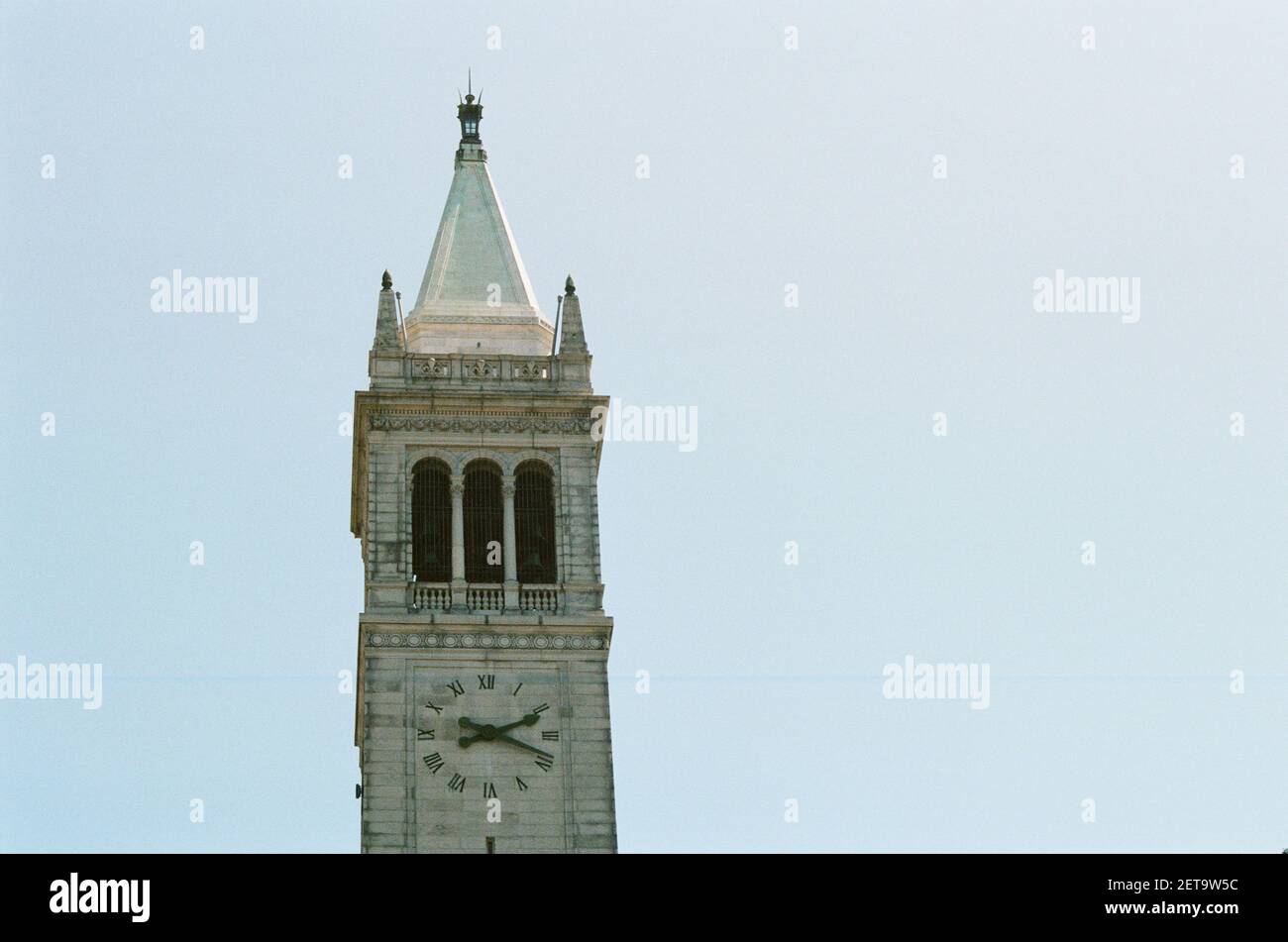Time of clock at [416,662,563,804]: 2:18
